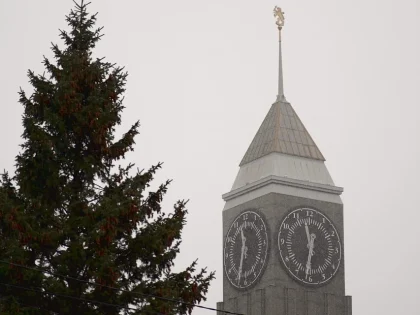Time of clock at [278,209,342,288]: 11:32
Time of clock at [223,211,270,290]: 11:32
